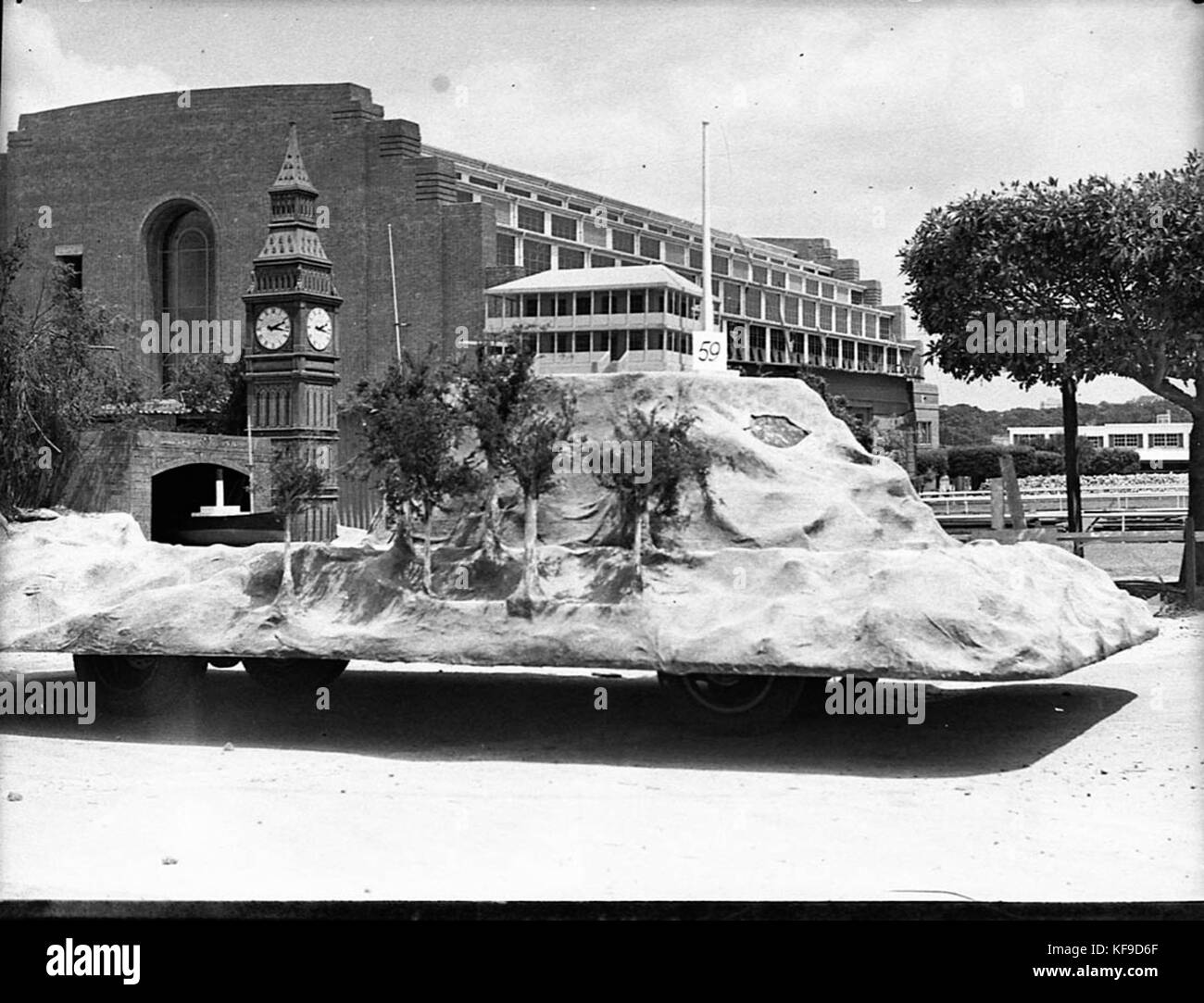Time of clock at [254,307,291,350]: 2:16
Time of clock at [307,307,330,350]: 2:16
